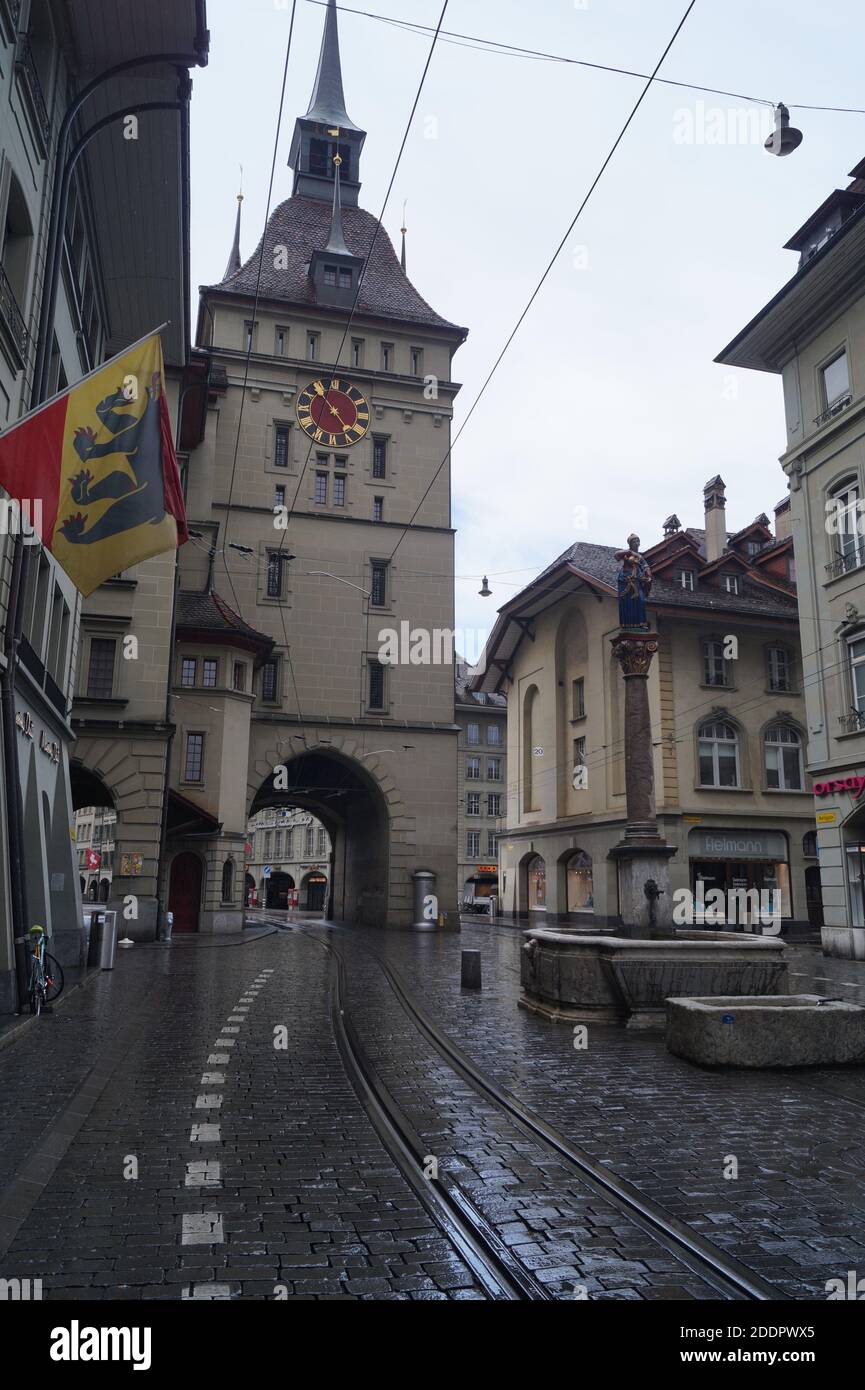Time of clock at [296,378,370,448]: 4:53
